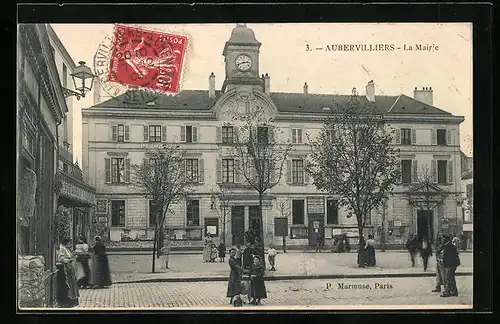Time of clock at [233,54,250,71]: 2:41
